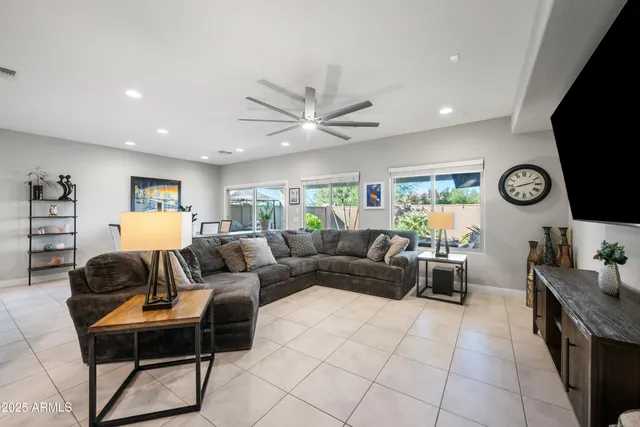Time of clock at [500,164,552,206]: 2:42
